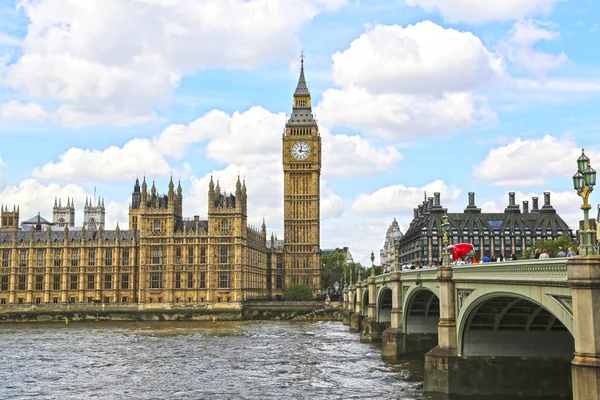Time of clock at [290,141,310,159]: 12:16
